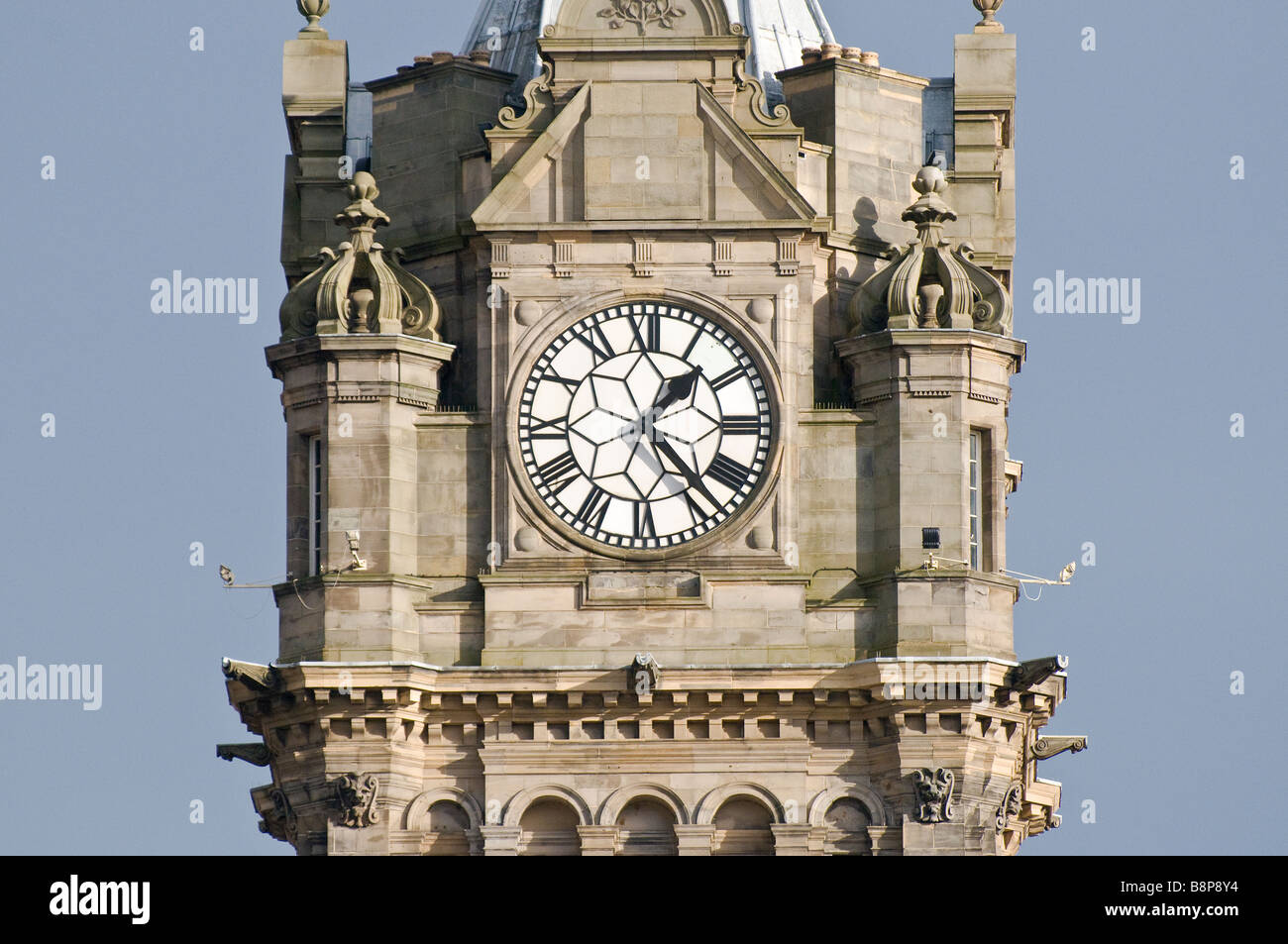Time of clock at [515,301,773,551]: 1:22
